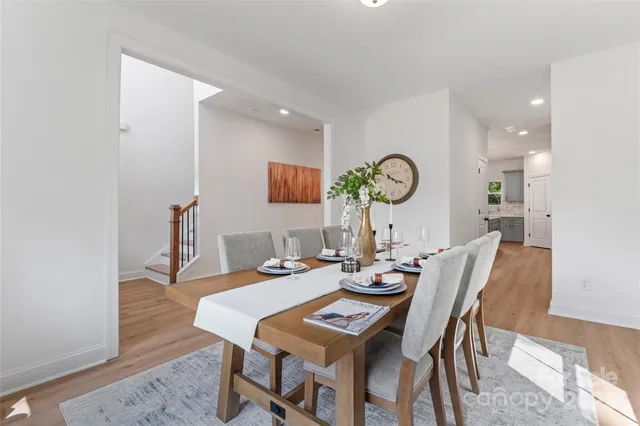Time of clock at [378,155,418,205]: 4:18
